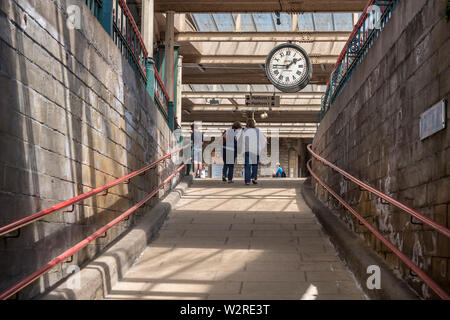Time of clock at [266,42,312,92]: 1:45
